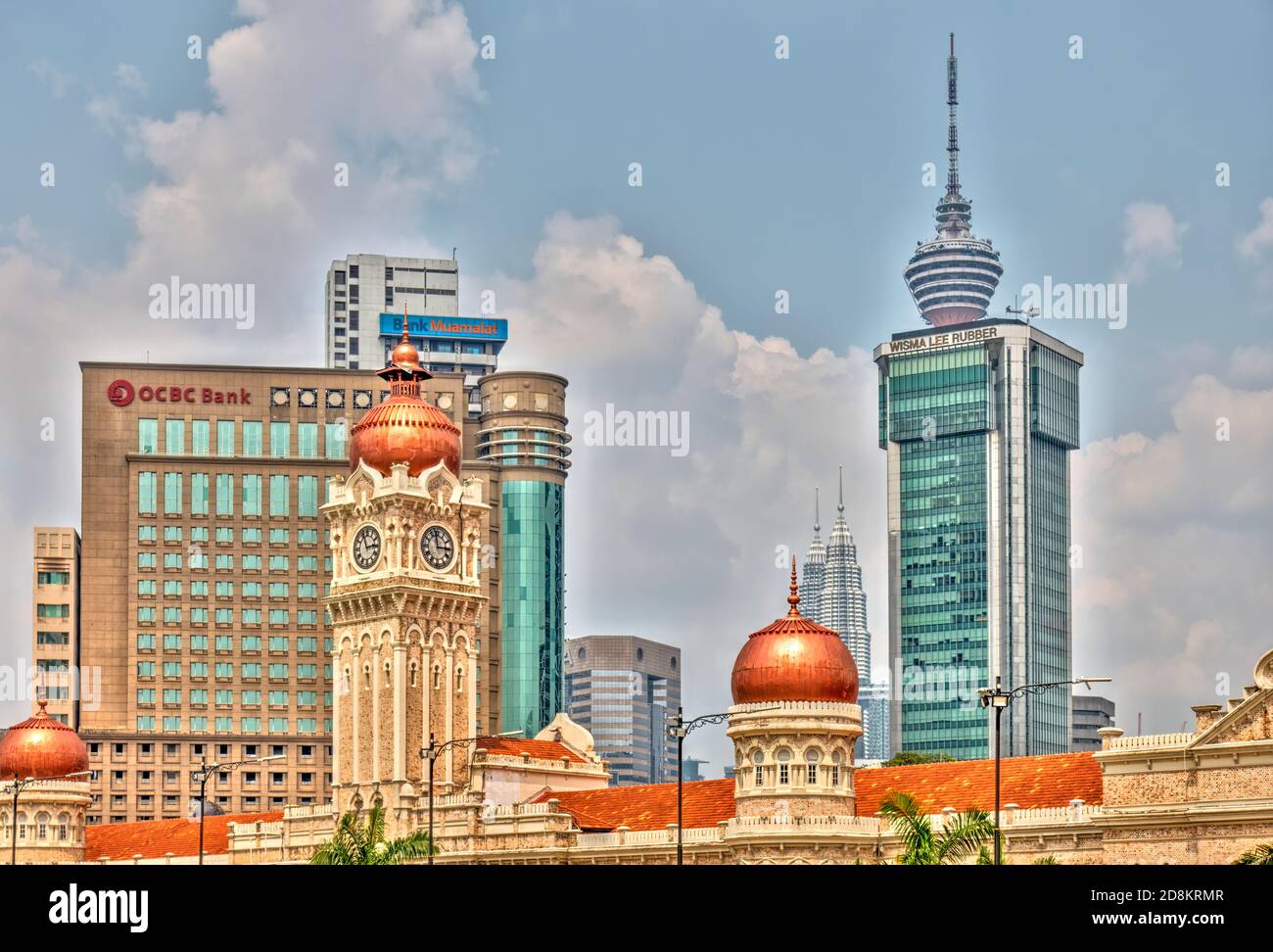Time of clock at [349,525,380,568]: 2:56
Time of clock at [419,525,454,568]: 2:58
